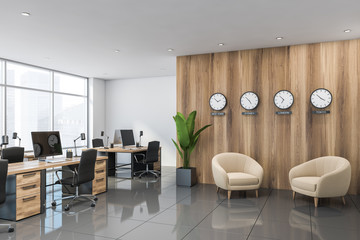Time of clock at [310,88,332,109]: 3:52
